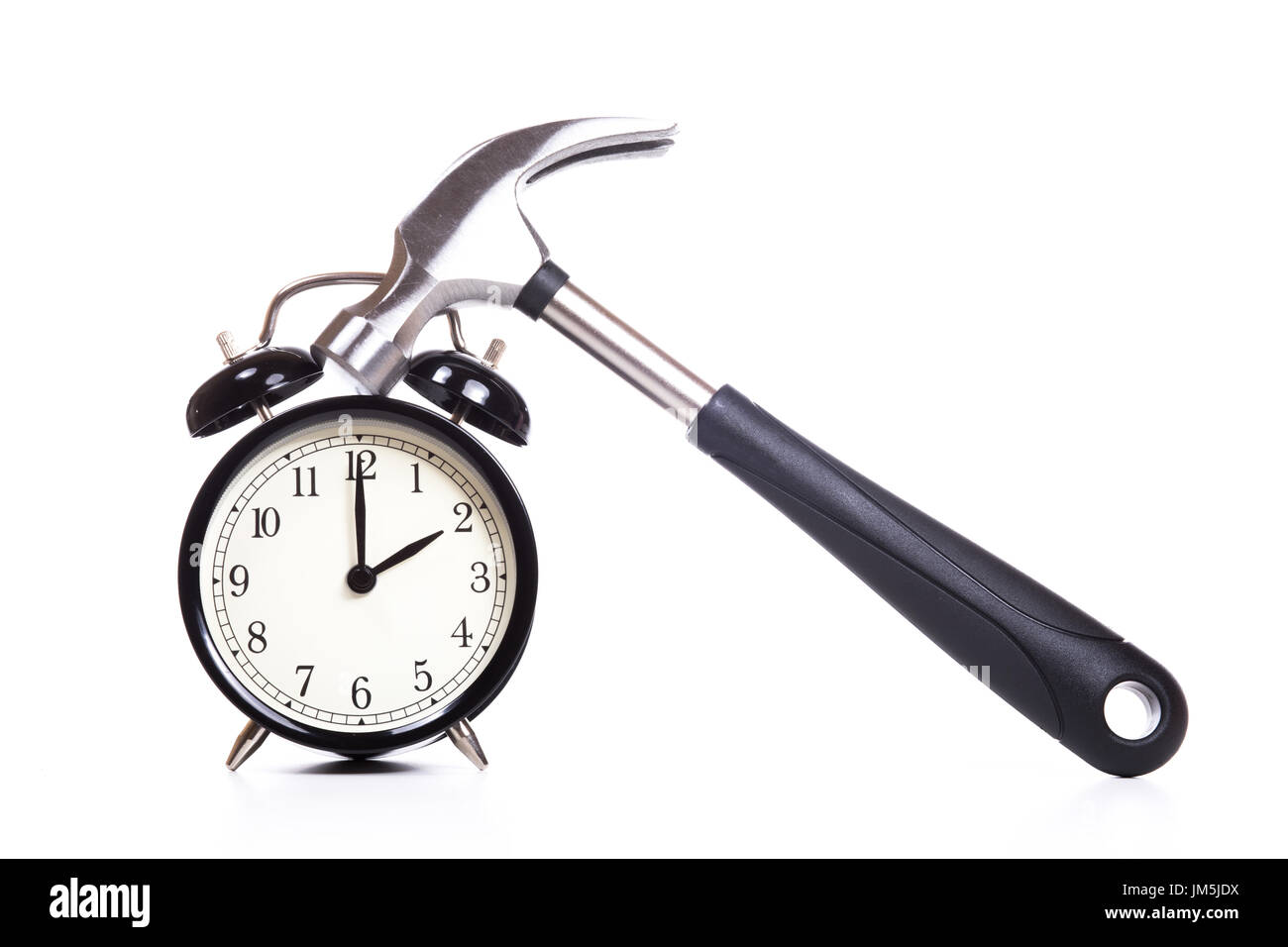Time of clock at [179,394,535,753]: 2:00
